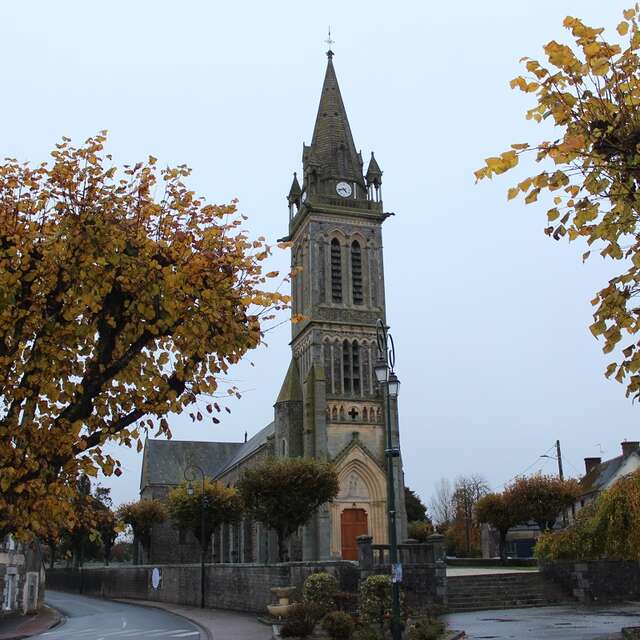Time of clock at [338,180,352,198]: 4:42
